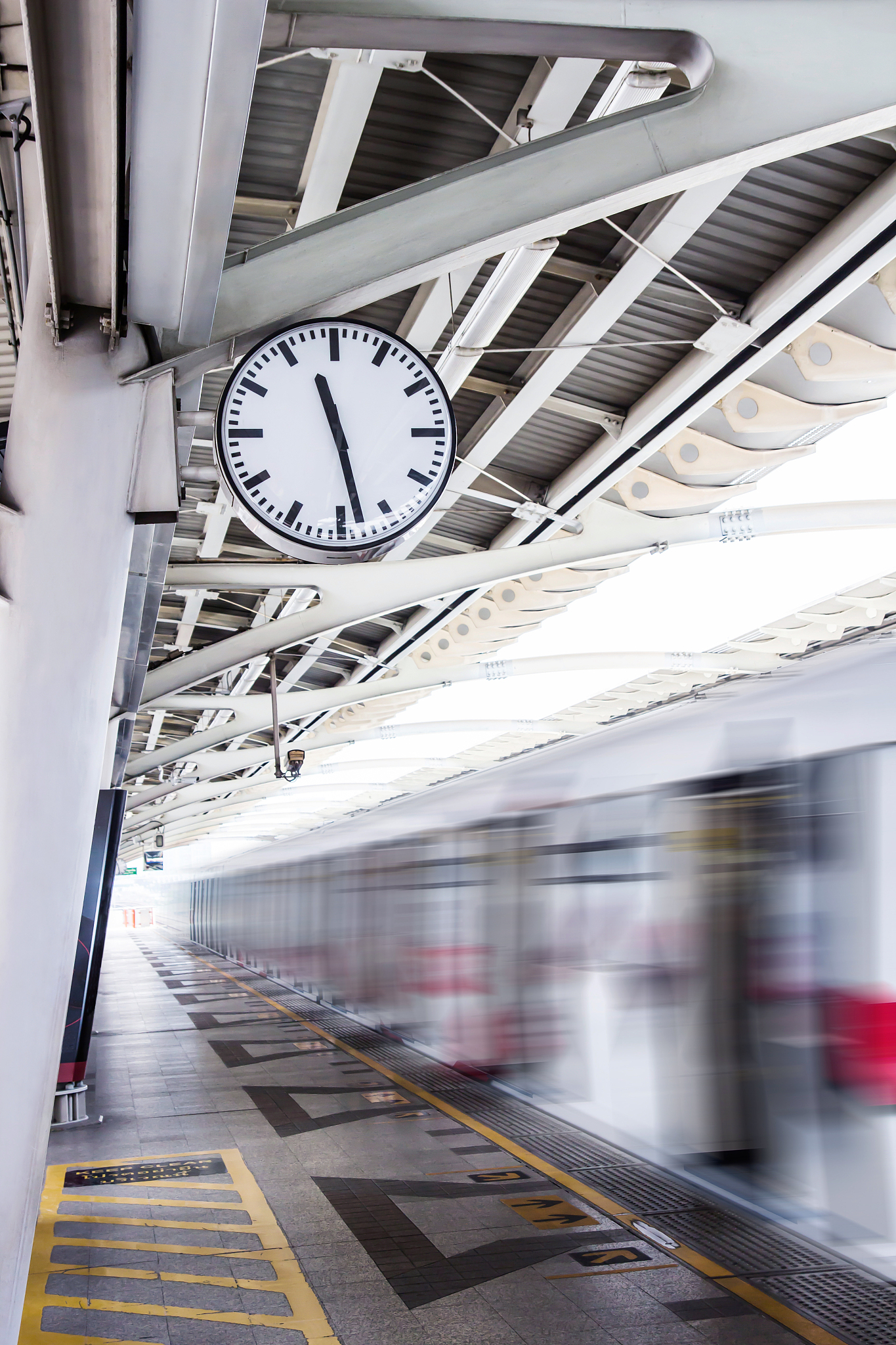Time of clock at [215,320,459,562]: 11:28
